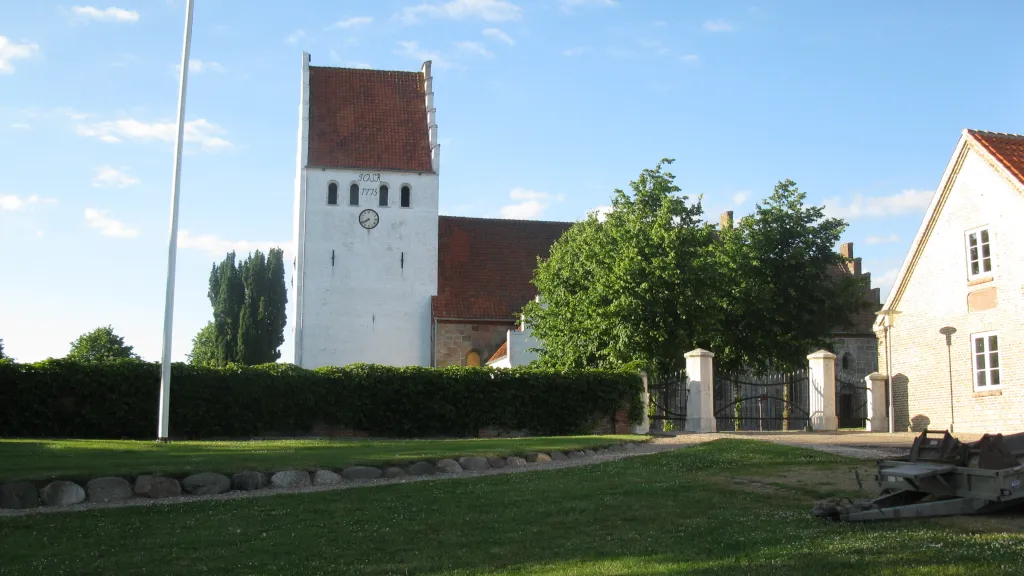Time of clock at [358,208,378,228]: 7:40
